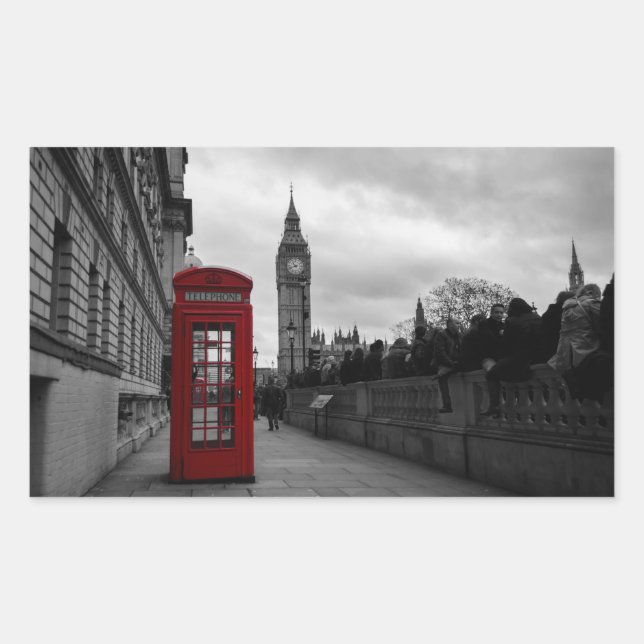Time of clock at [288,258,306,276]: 10:42
